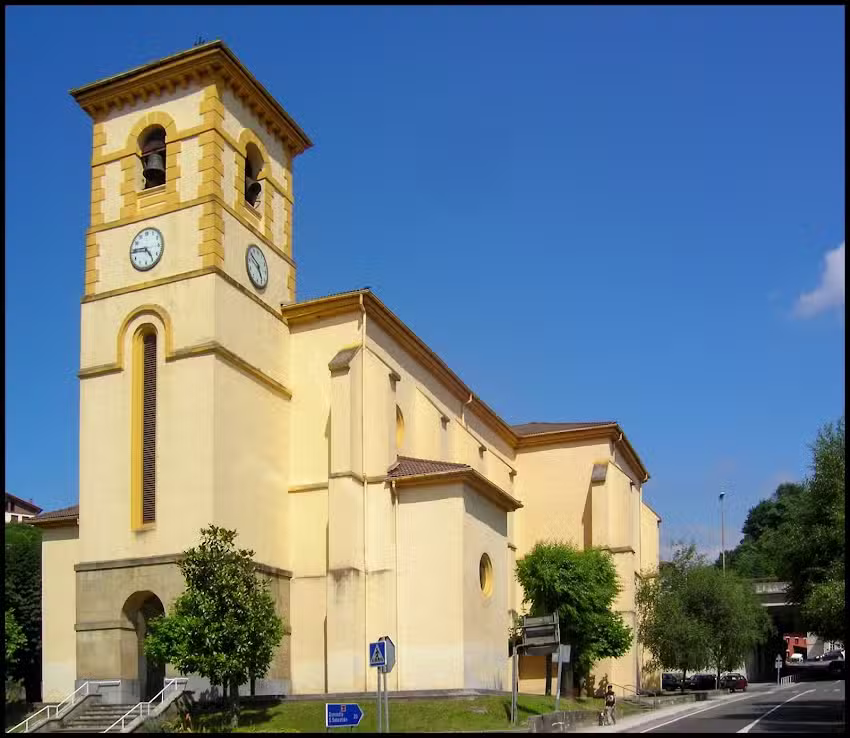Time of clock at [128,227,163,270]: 4:45
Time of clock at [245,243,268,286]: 4:49
